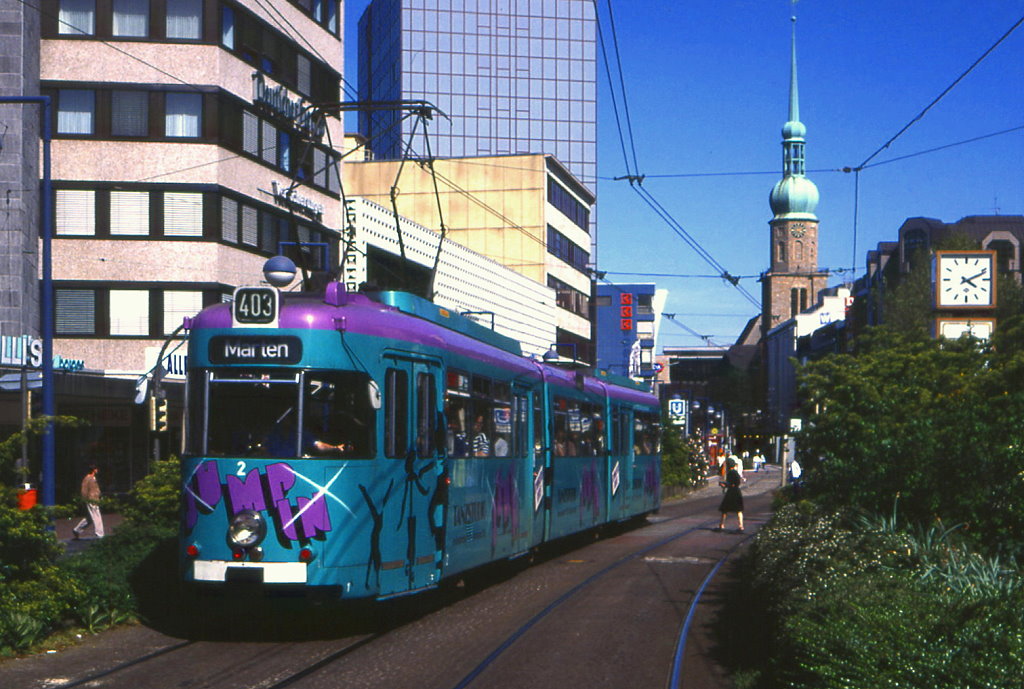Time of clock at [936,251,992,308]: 4:11
